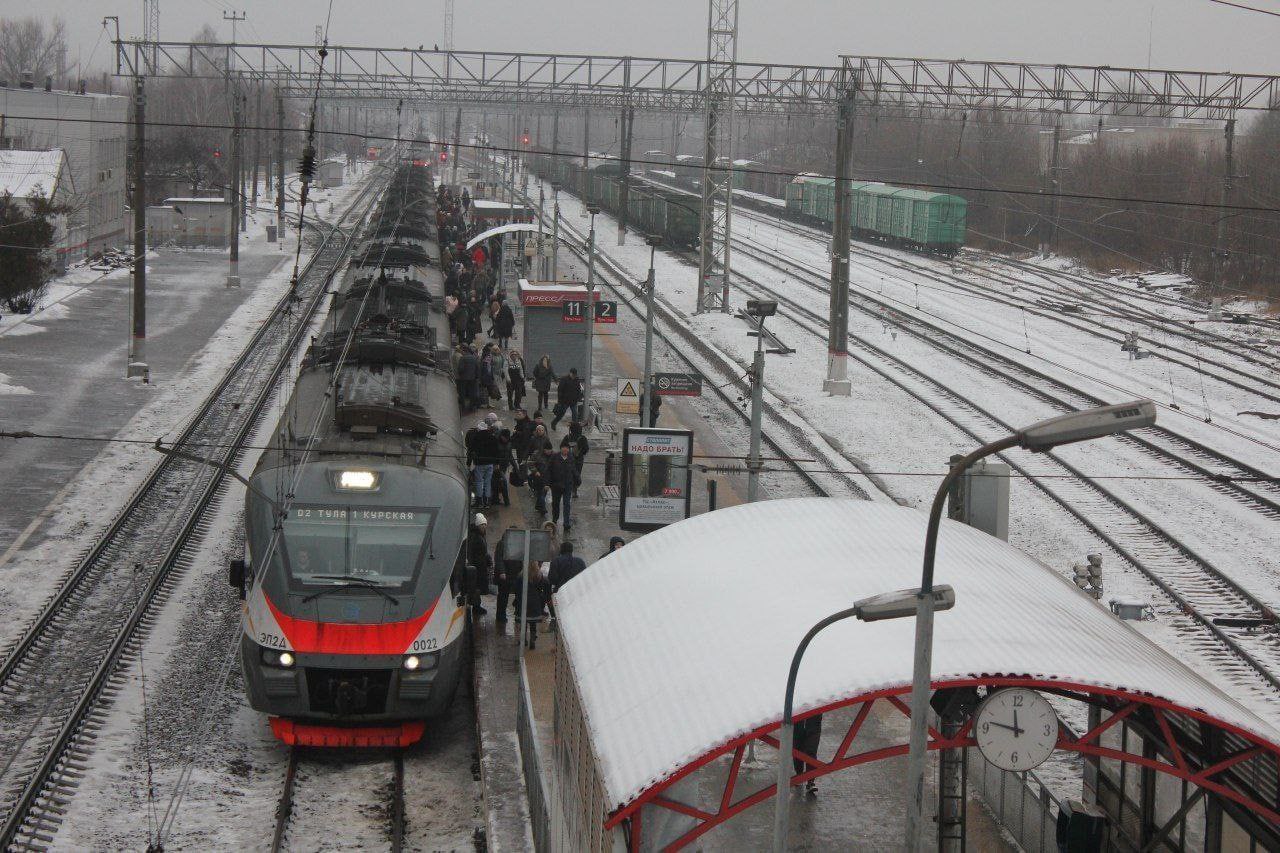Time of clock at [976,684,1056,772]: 11:47
